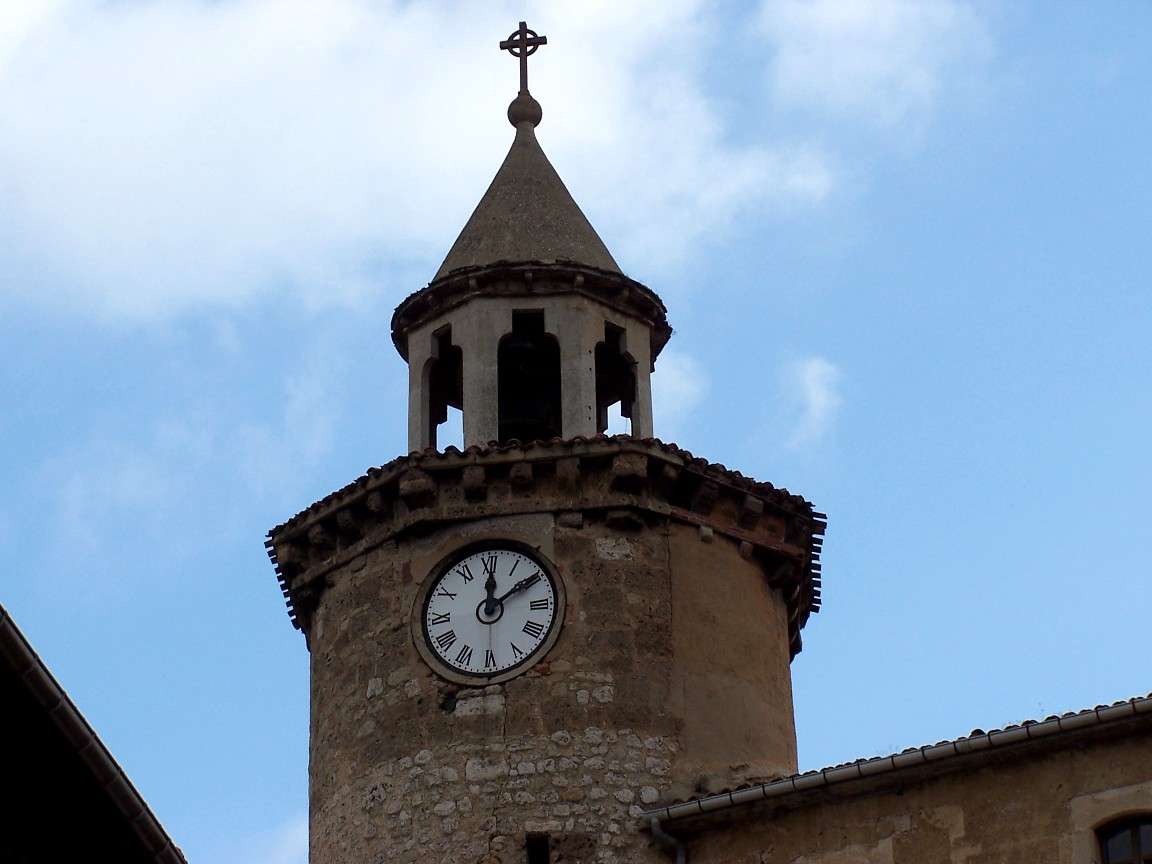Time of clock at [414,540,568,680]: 12:09
